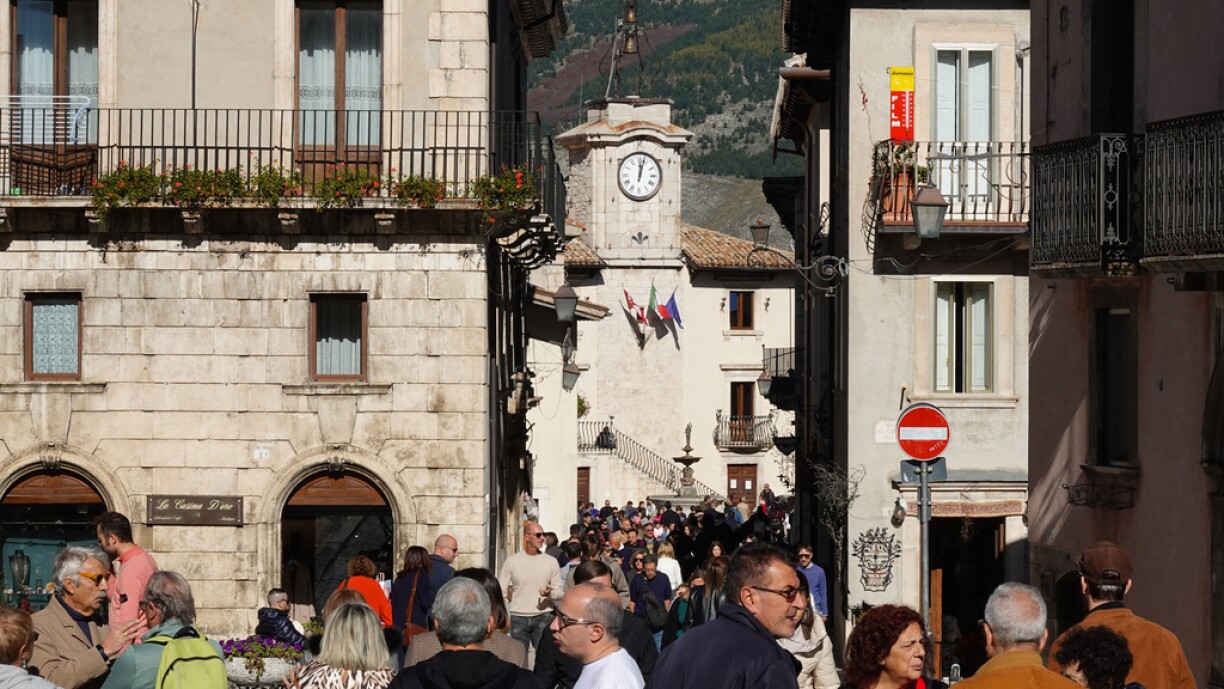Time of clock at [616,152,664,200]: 12:02
